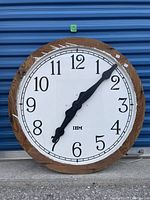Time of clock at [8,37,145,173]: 7:07
